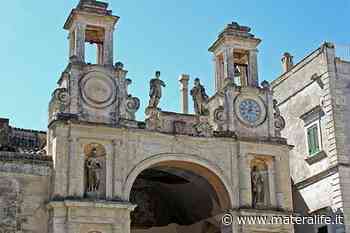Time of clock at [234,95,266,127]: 12:16
